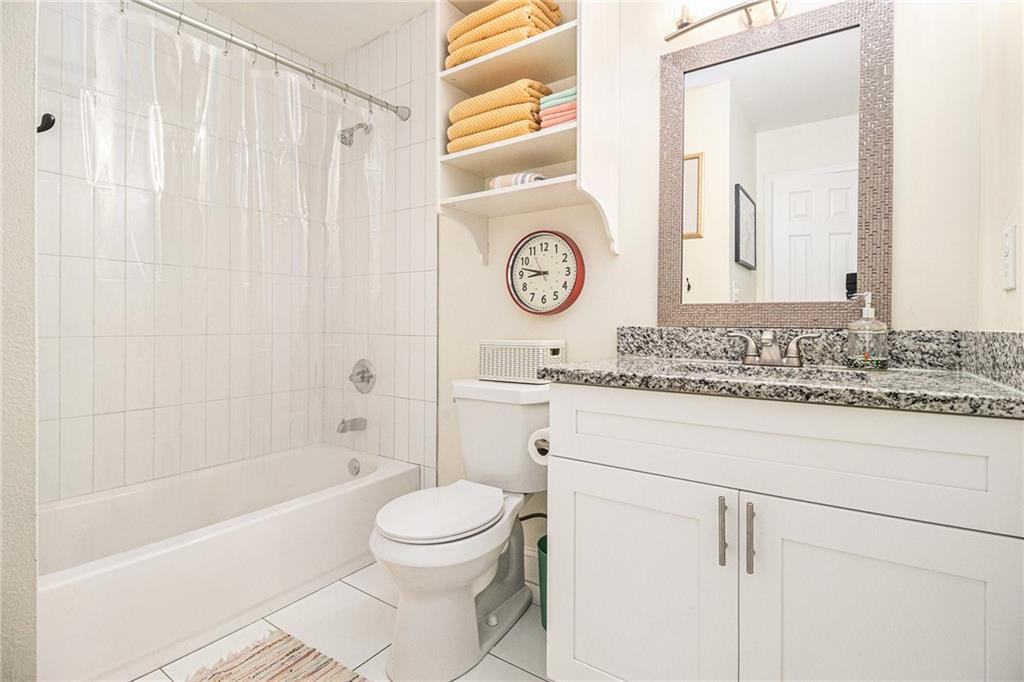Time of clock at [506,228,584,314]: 8:46
